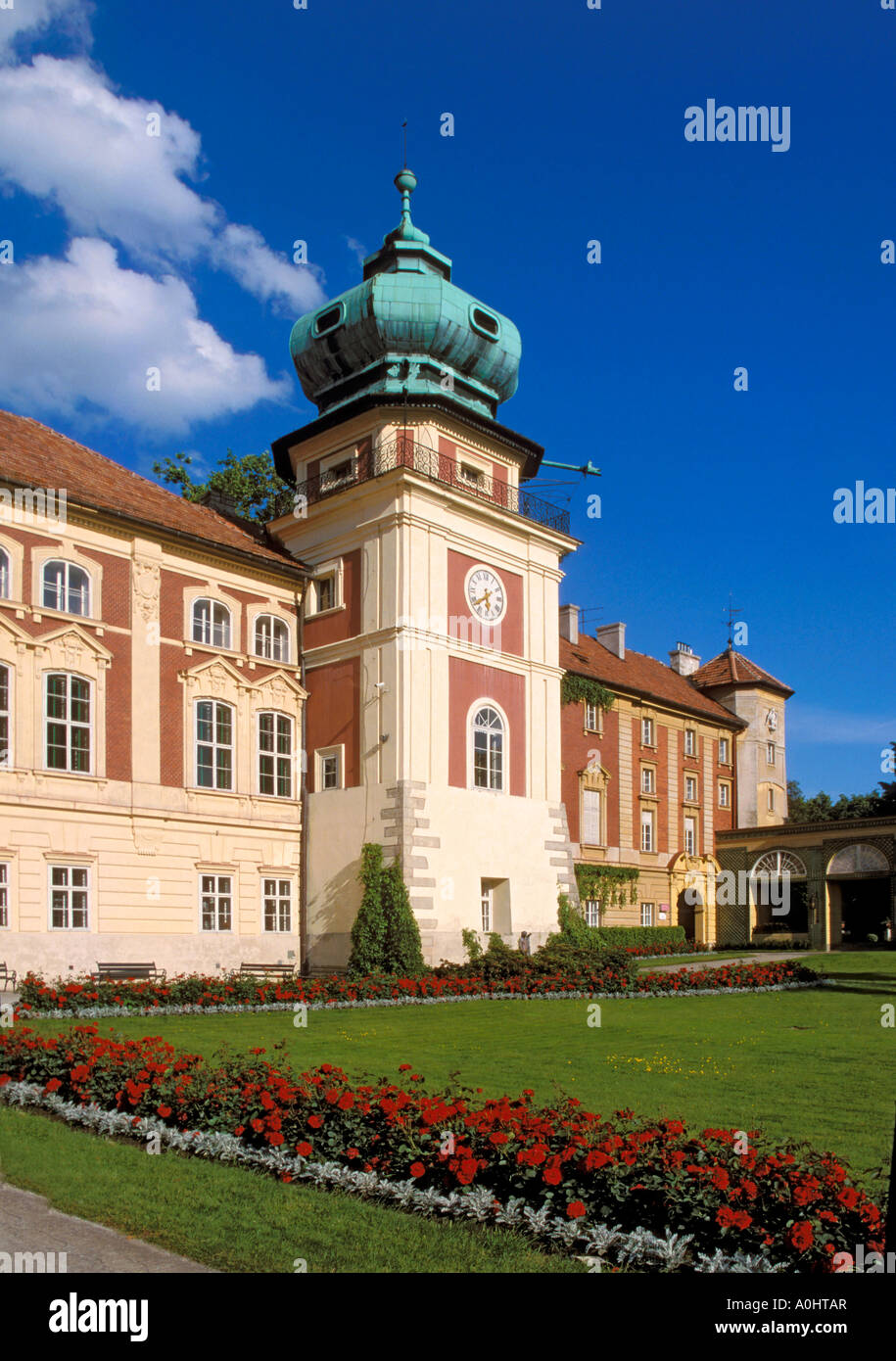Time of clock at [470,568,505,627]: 5:38
